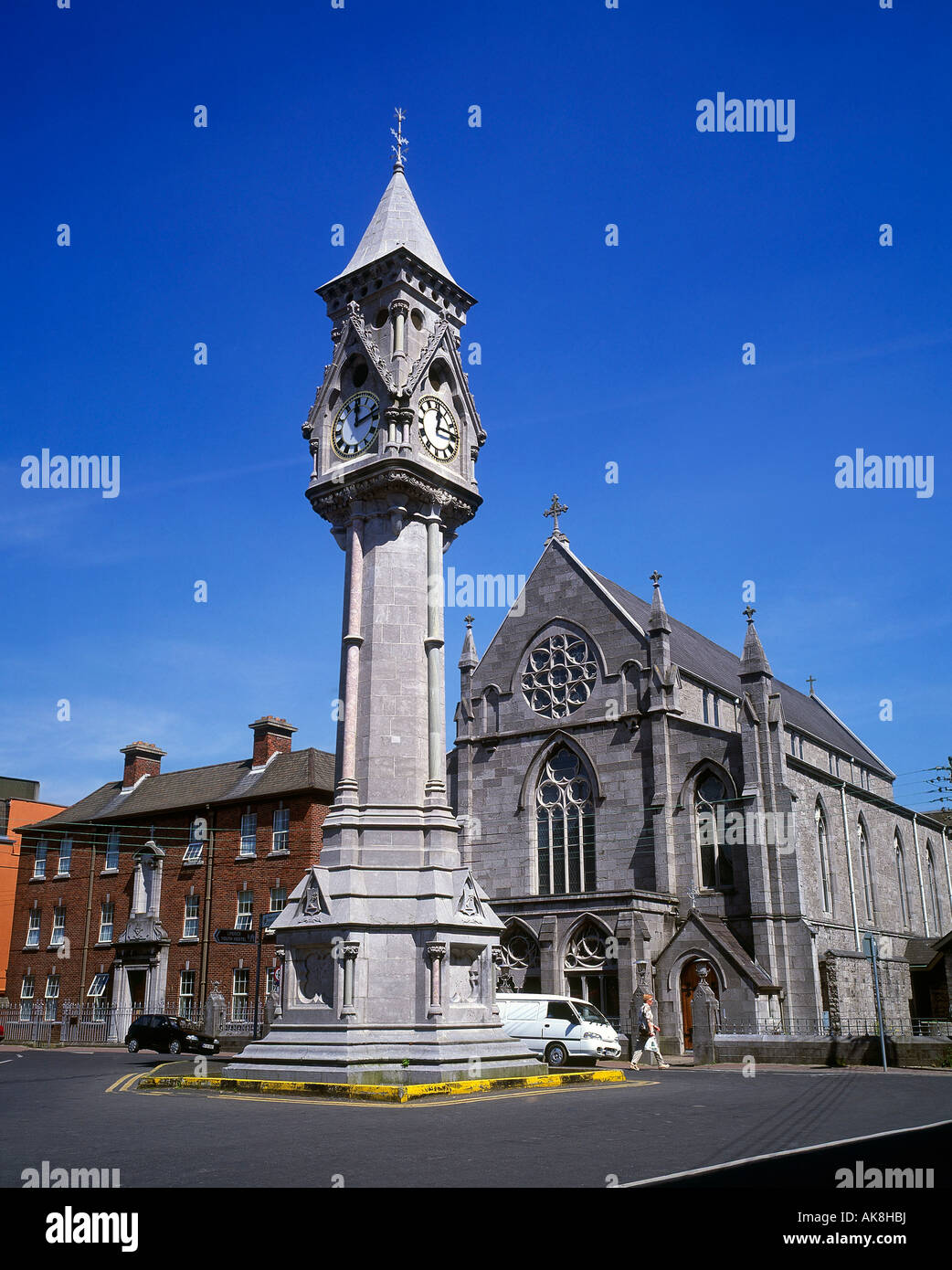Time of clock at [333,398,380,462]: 12:12
